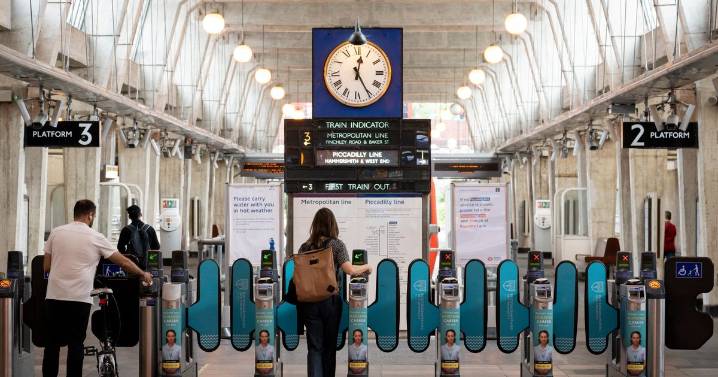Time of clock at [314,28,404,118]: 12:25
